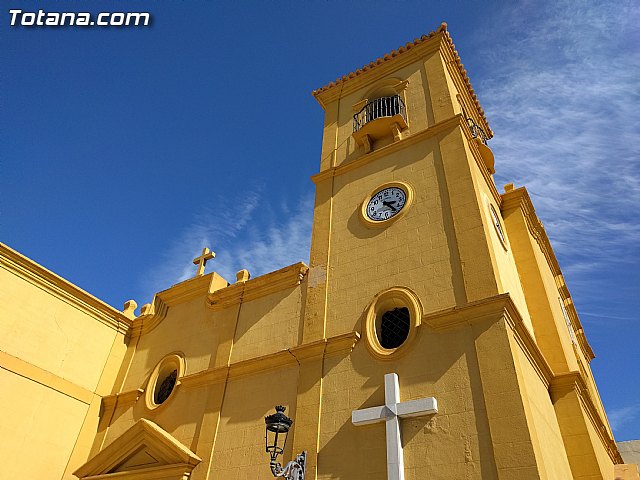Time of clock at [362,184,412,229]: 3:23
